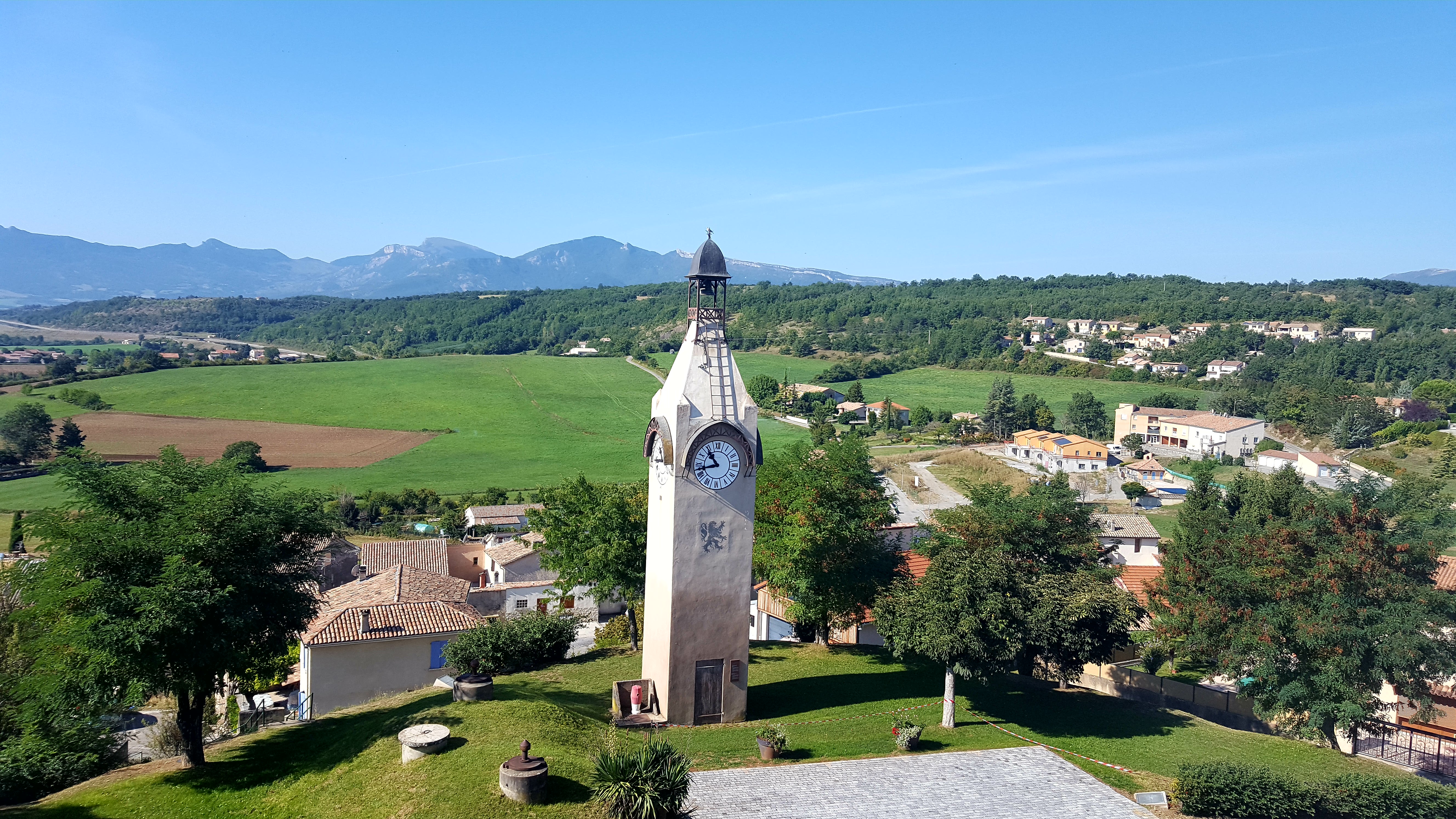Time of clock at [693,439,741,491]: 10:42
